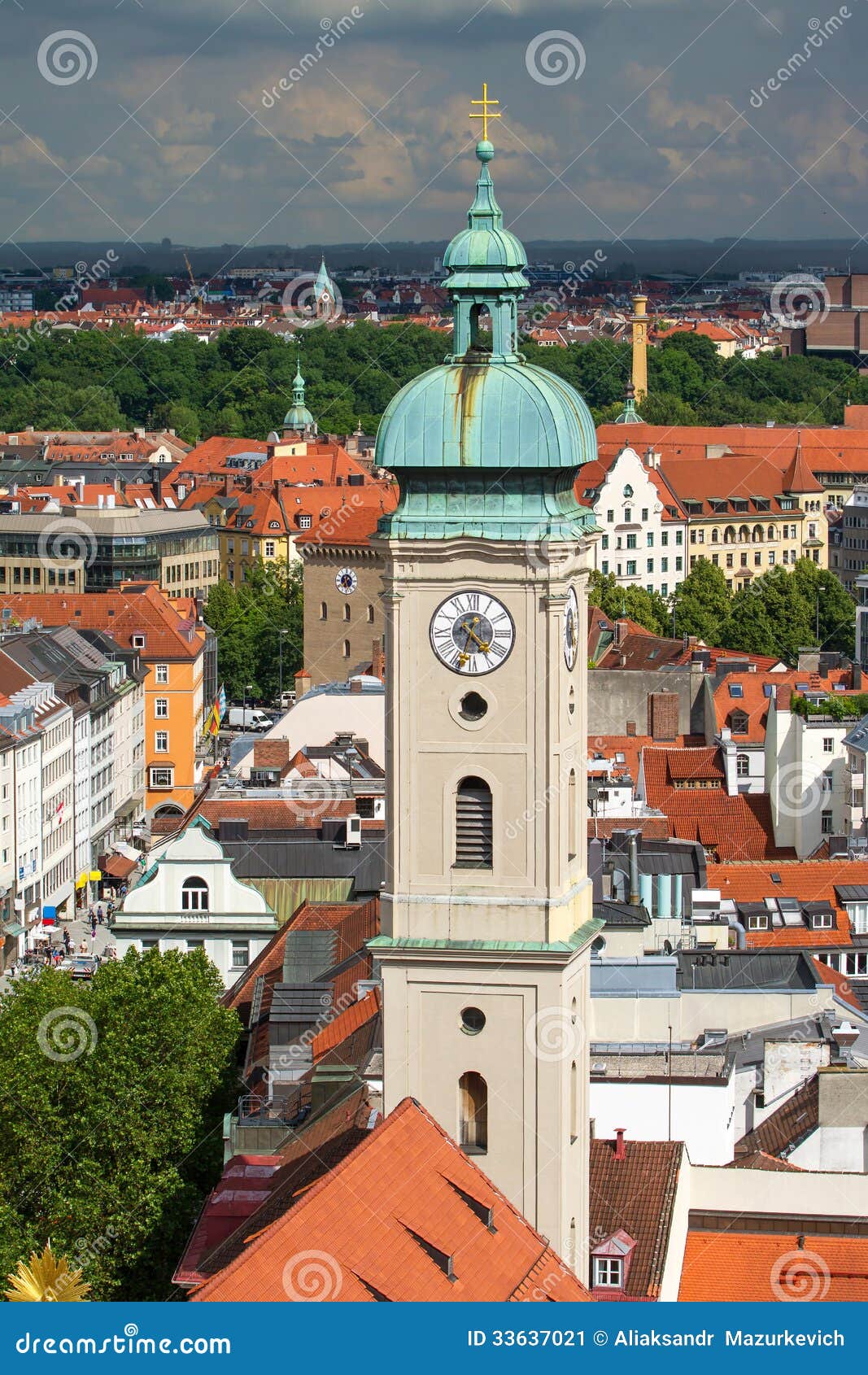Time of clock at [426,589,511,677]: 4:33
